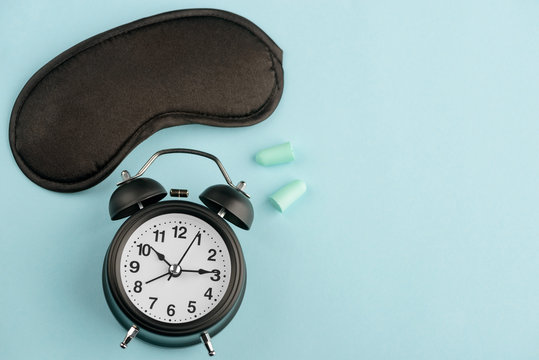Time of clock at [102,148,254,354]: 10:14
